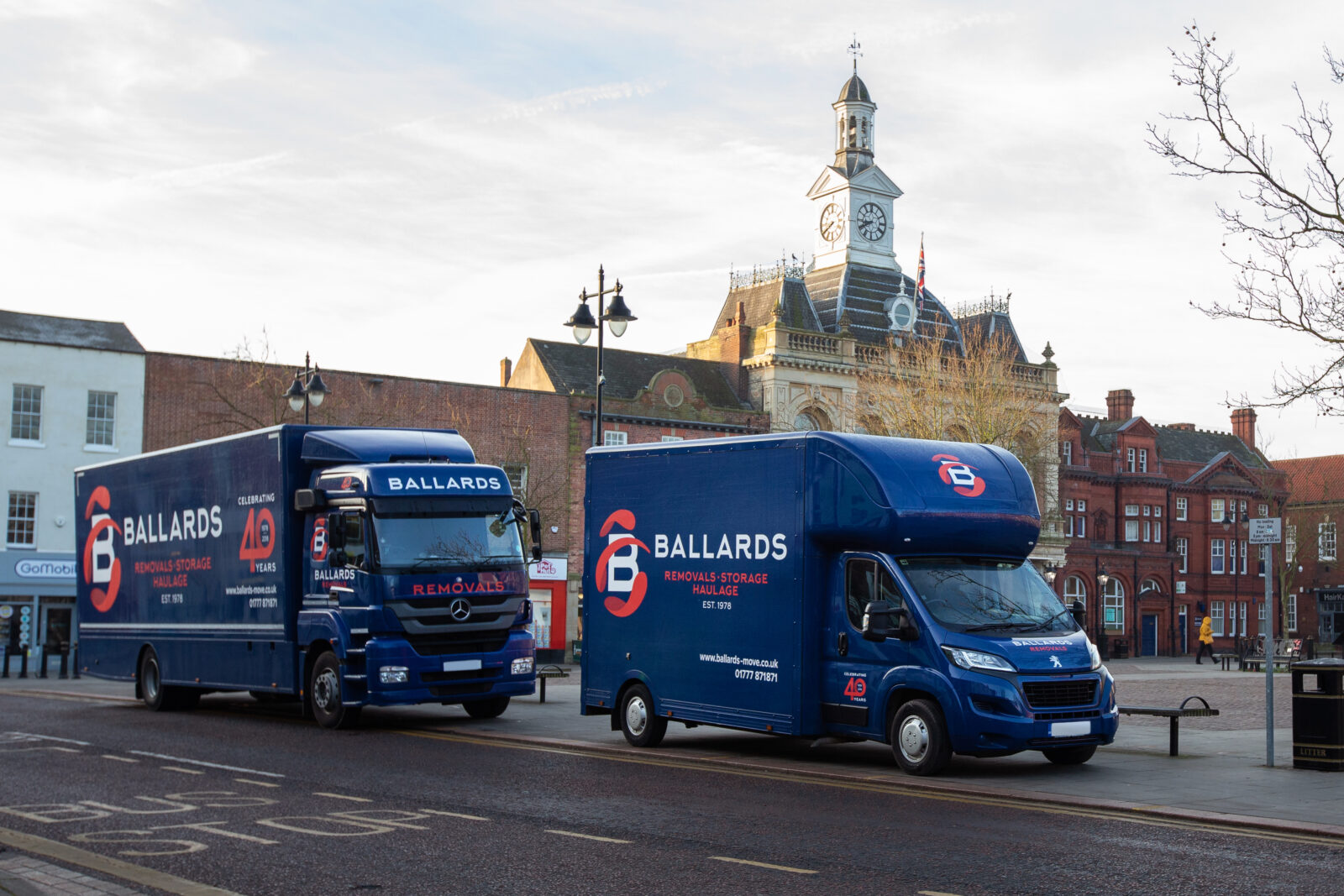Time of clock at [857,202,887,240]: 8:40
